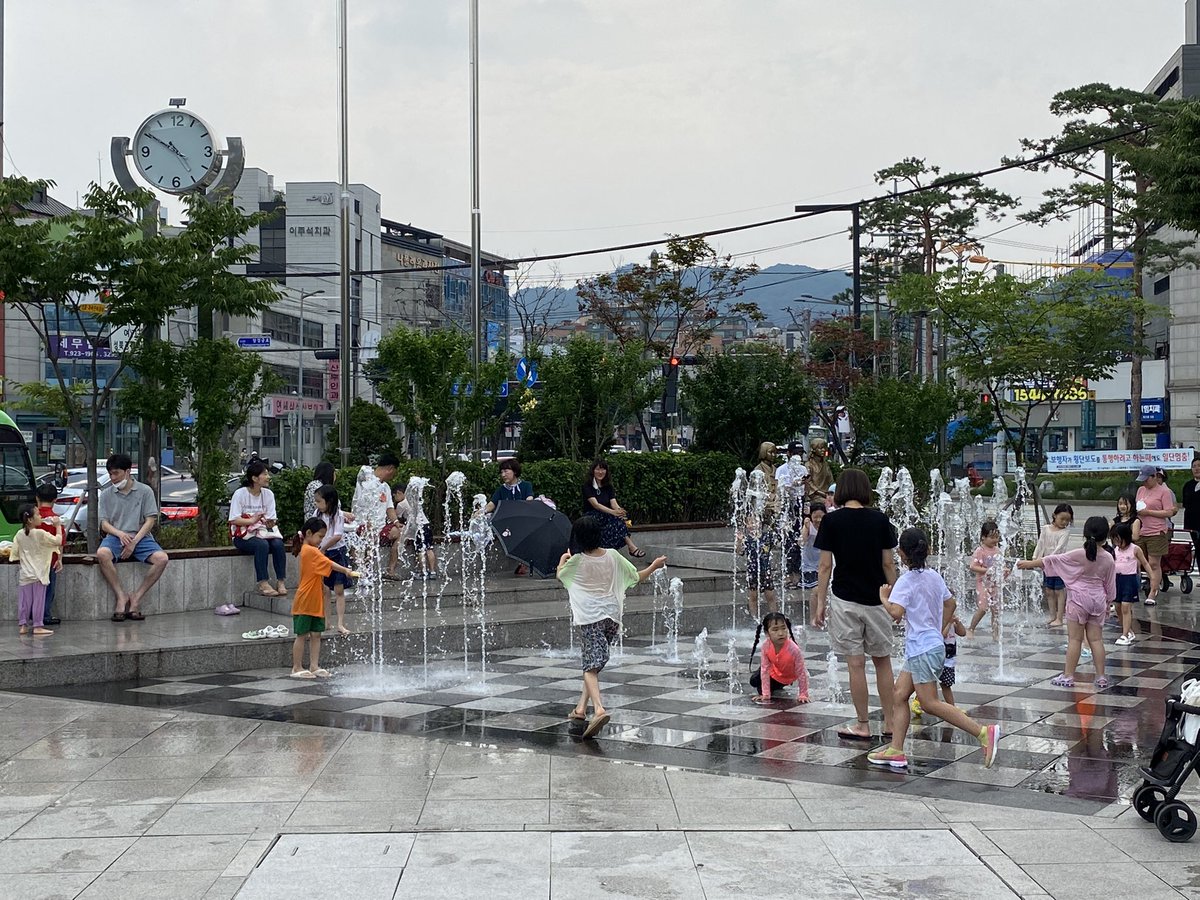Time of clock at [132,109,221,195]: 4:50
